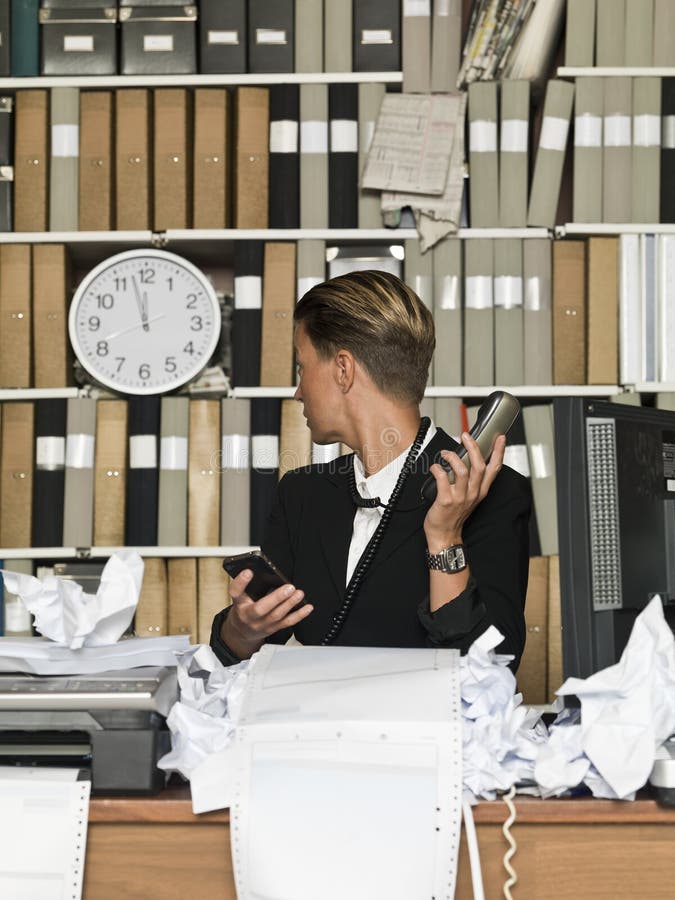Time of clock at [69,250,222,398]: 11:57
